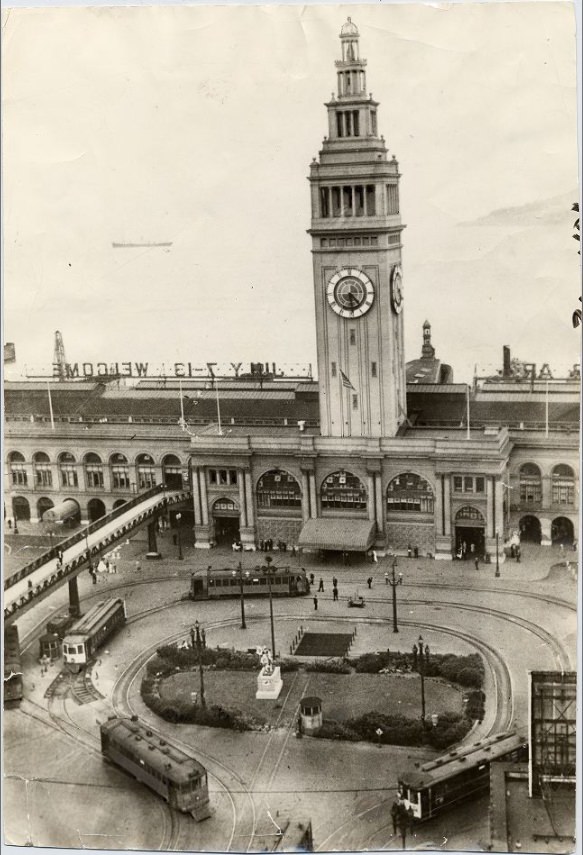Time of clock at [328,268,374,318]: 4:29
